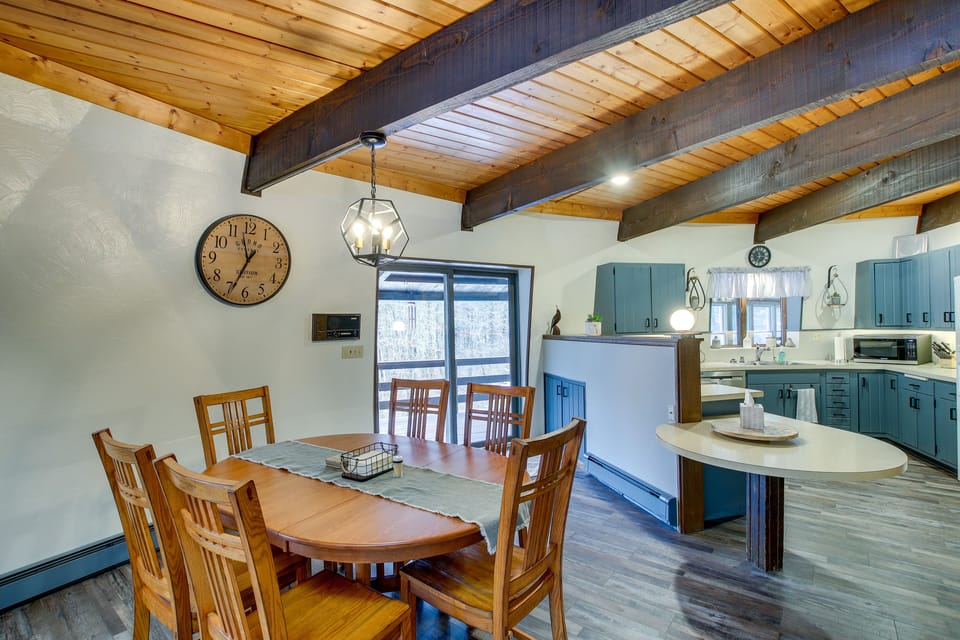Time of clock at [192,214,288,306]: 11:34
